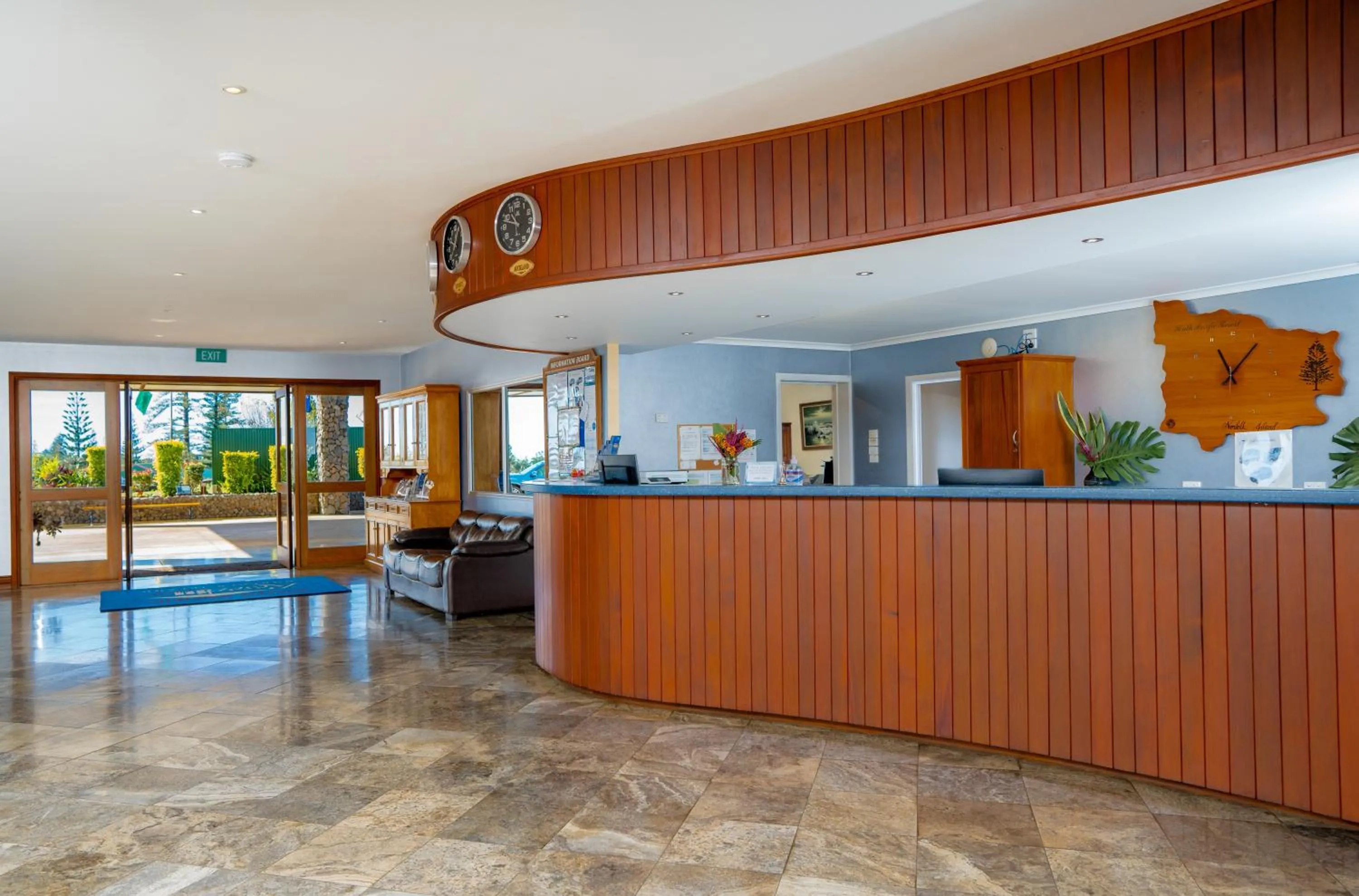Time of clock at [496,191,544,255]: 10:47
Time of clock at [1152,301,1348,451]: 11:05
